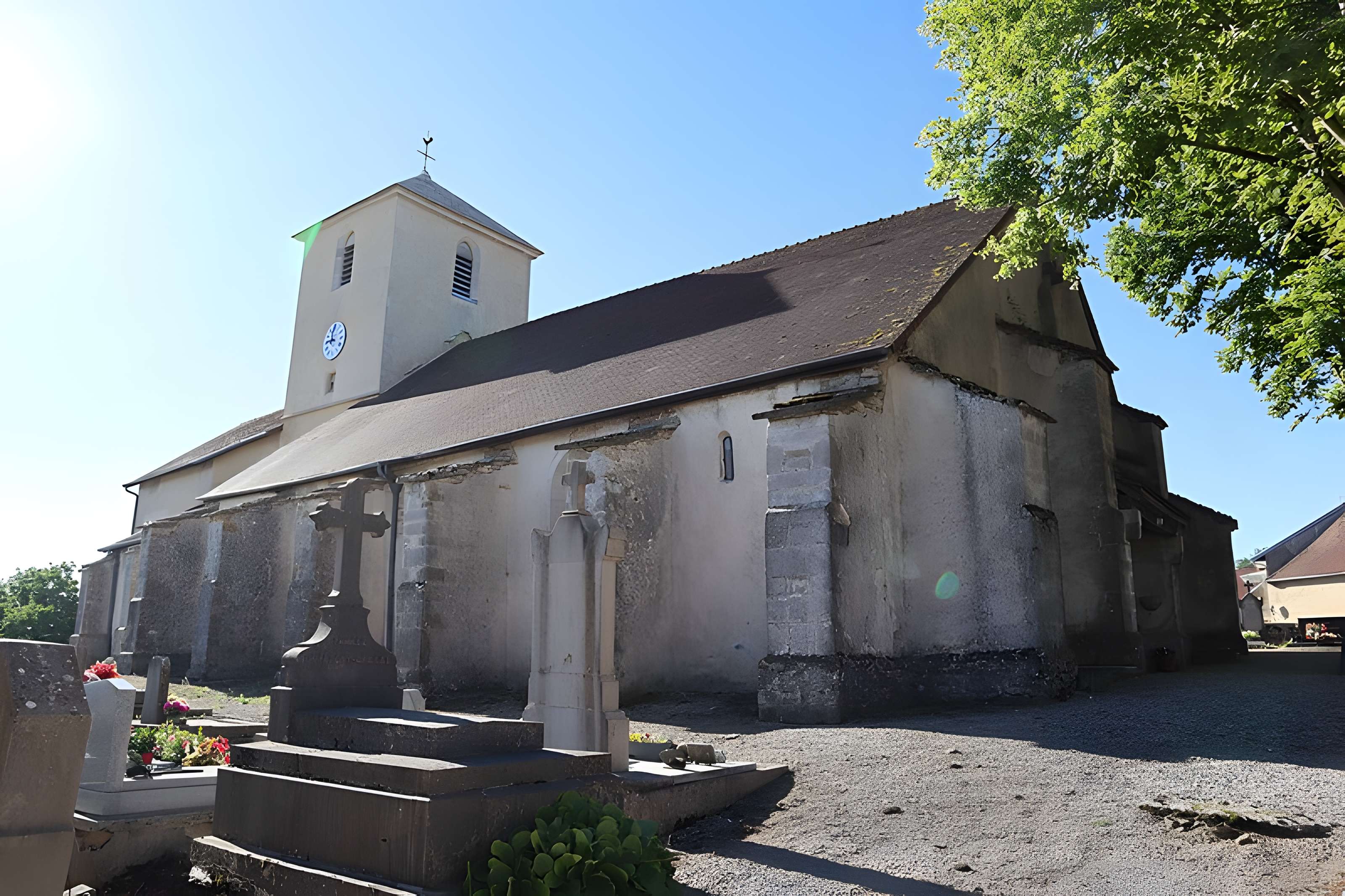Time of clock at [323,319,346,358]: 11:46
